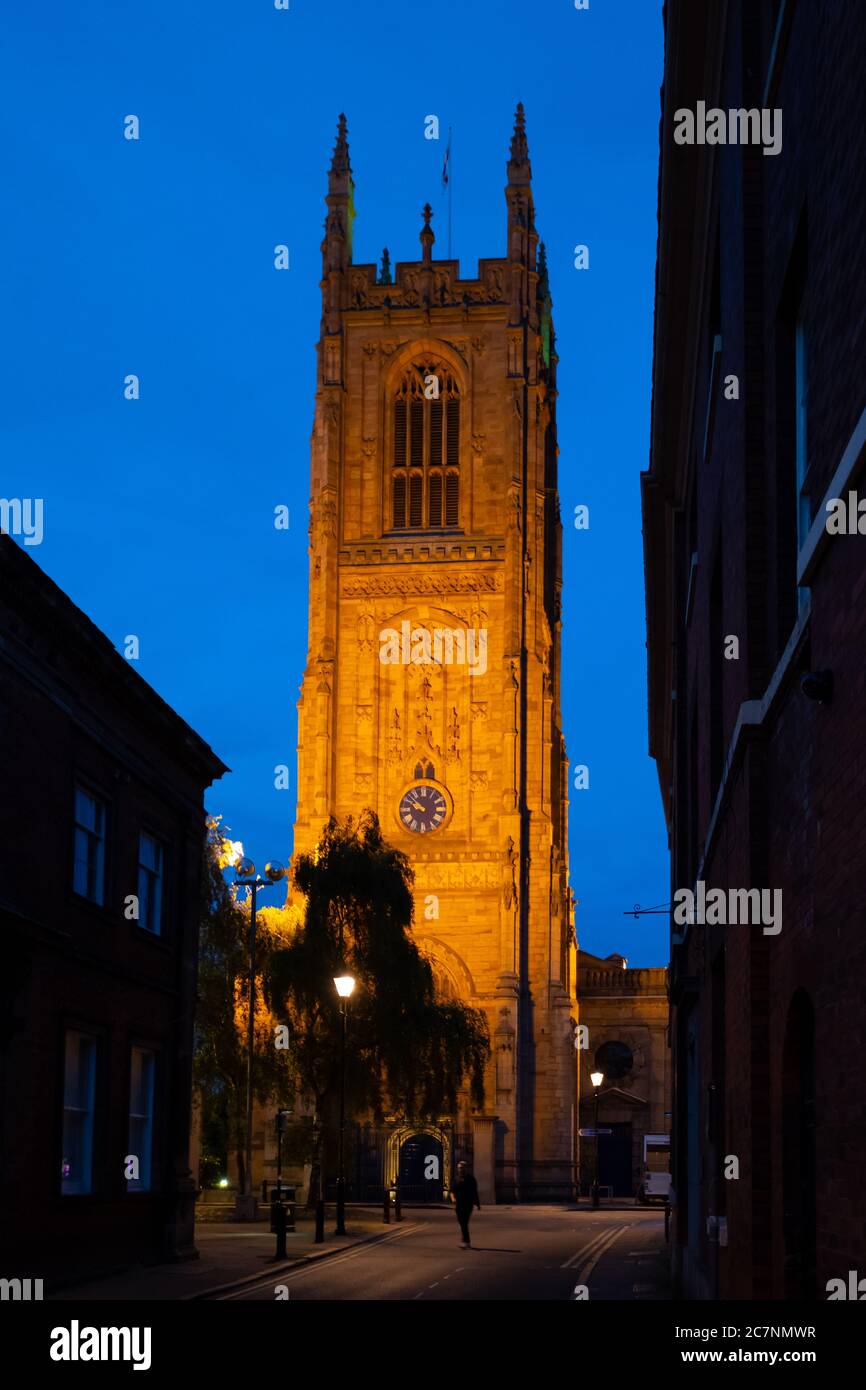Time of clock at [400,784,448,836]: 9:51
